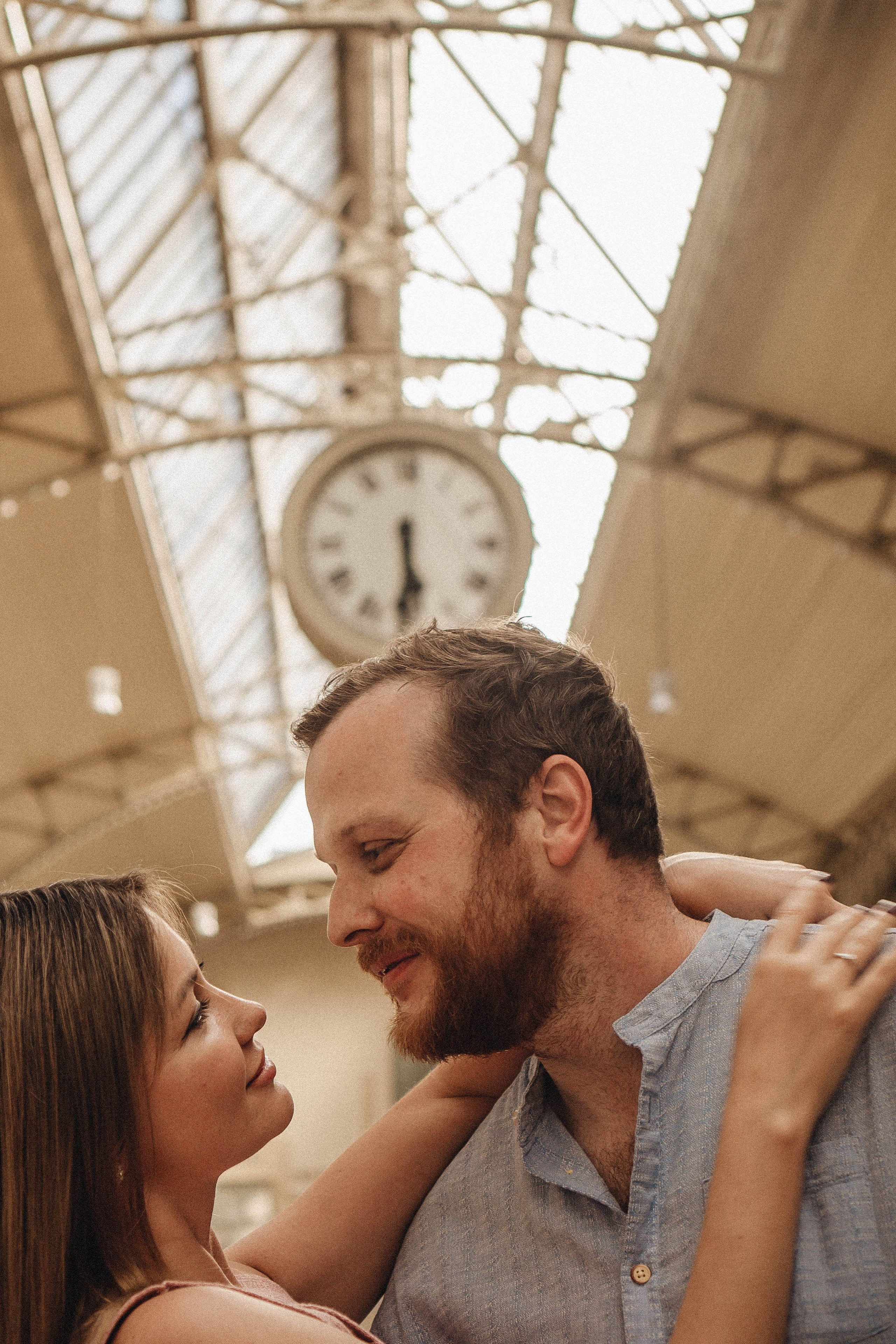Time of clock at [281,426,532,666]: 5:29
